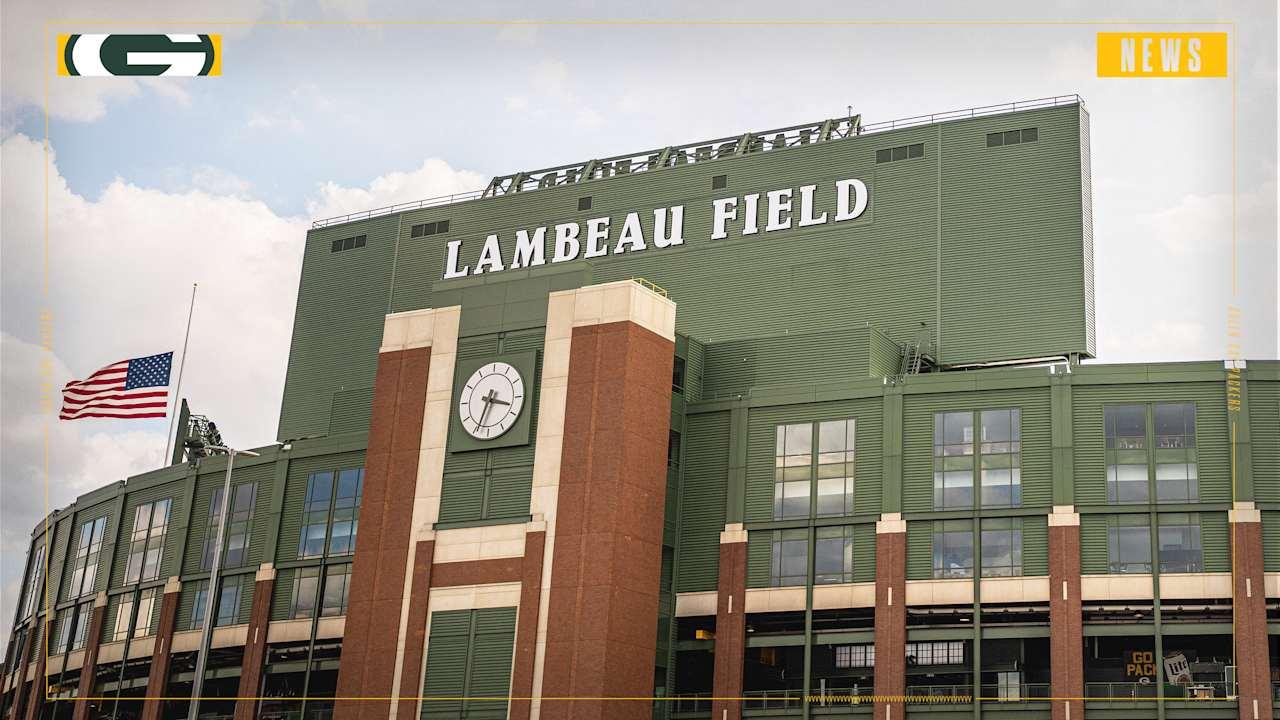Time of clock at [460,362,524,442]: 3:33
